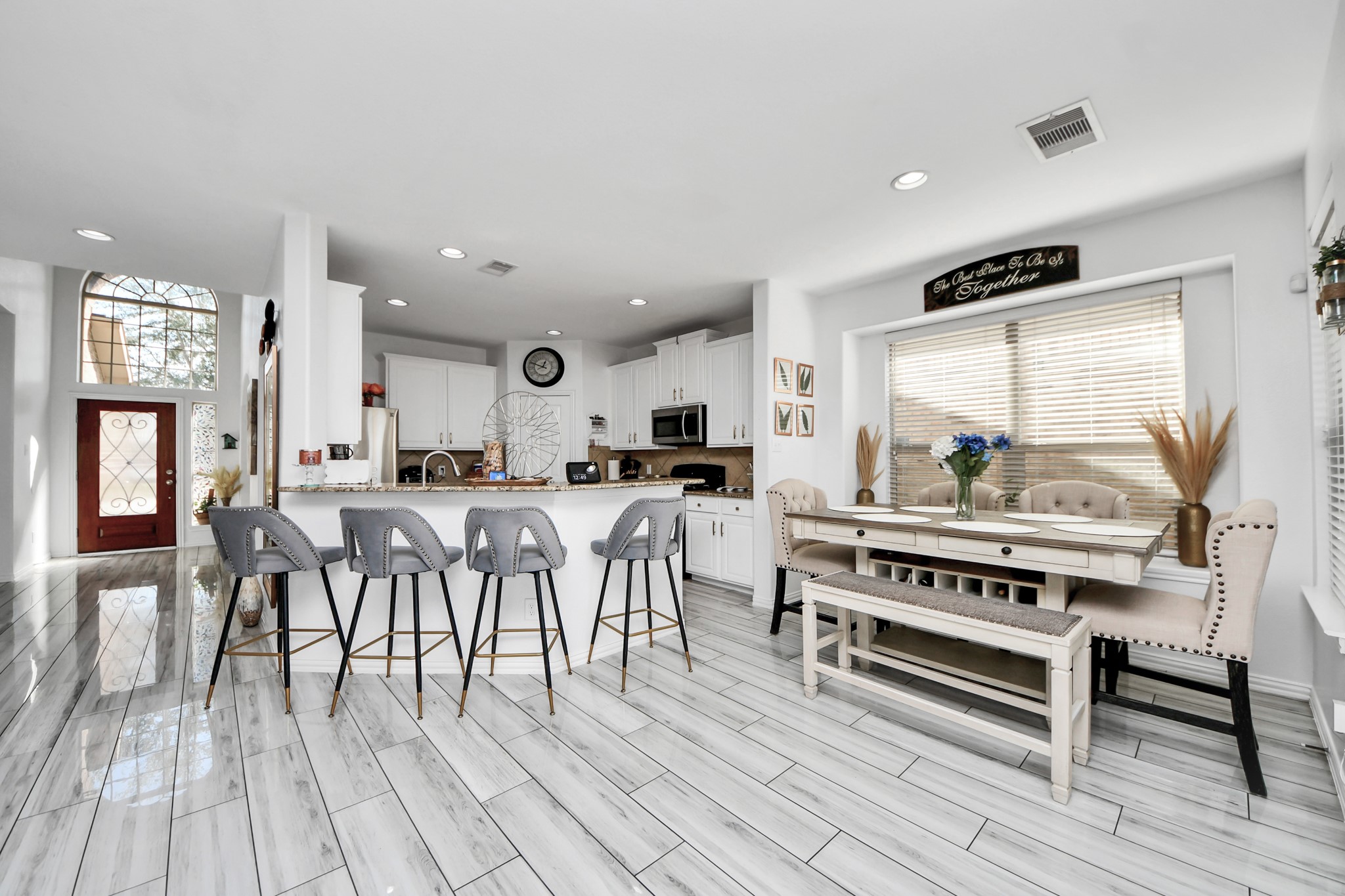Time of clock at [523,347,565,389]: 12:49
